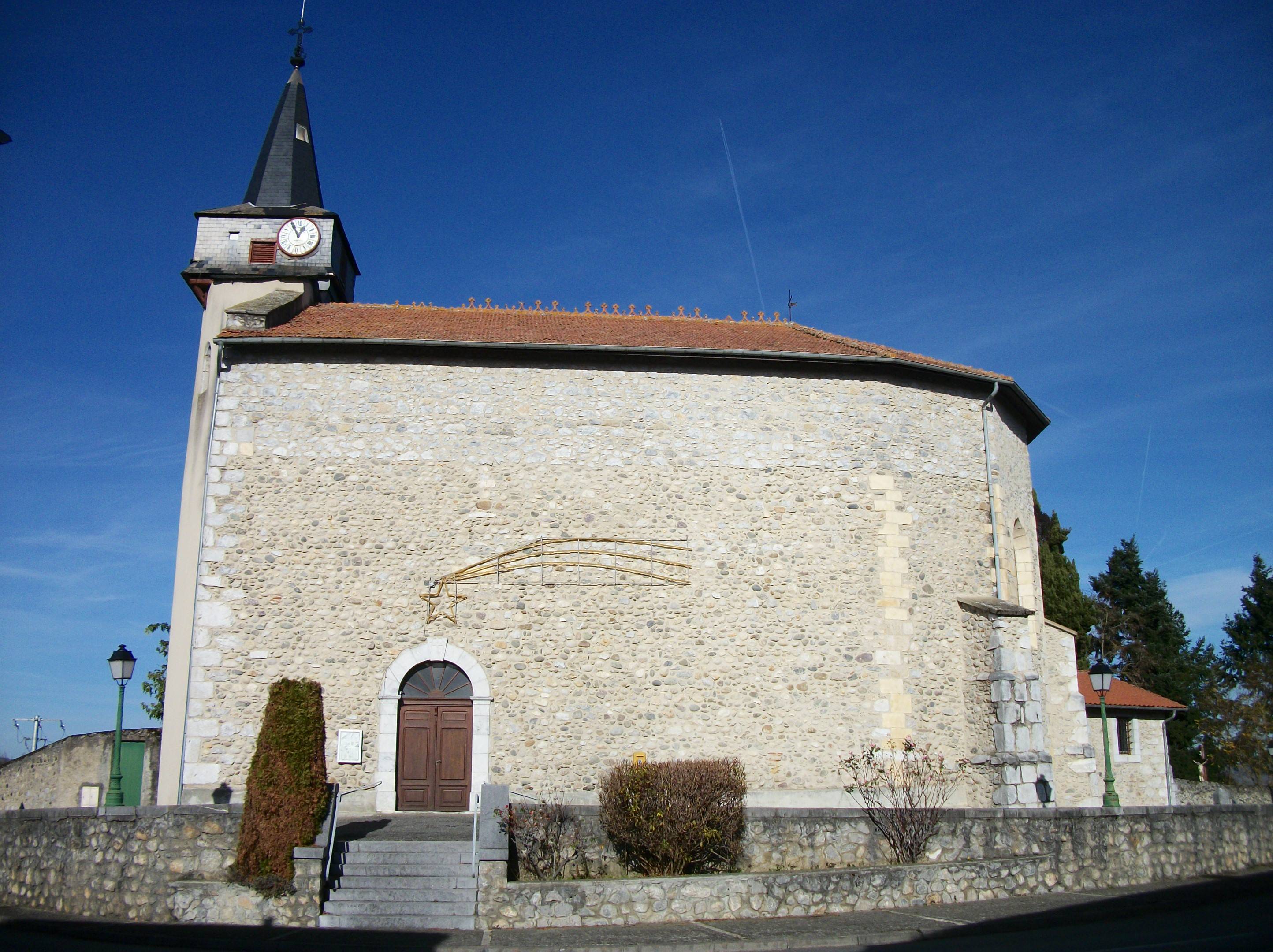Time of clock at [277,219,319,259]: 12:55
